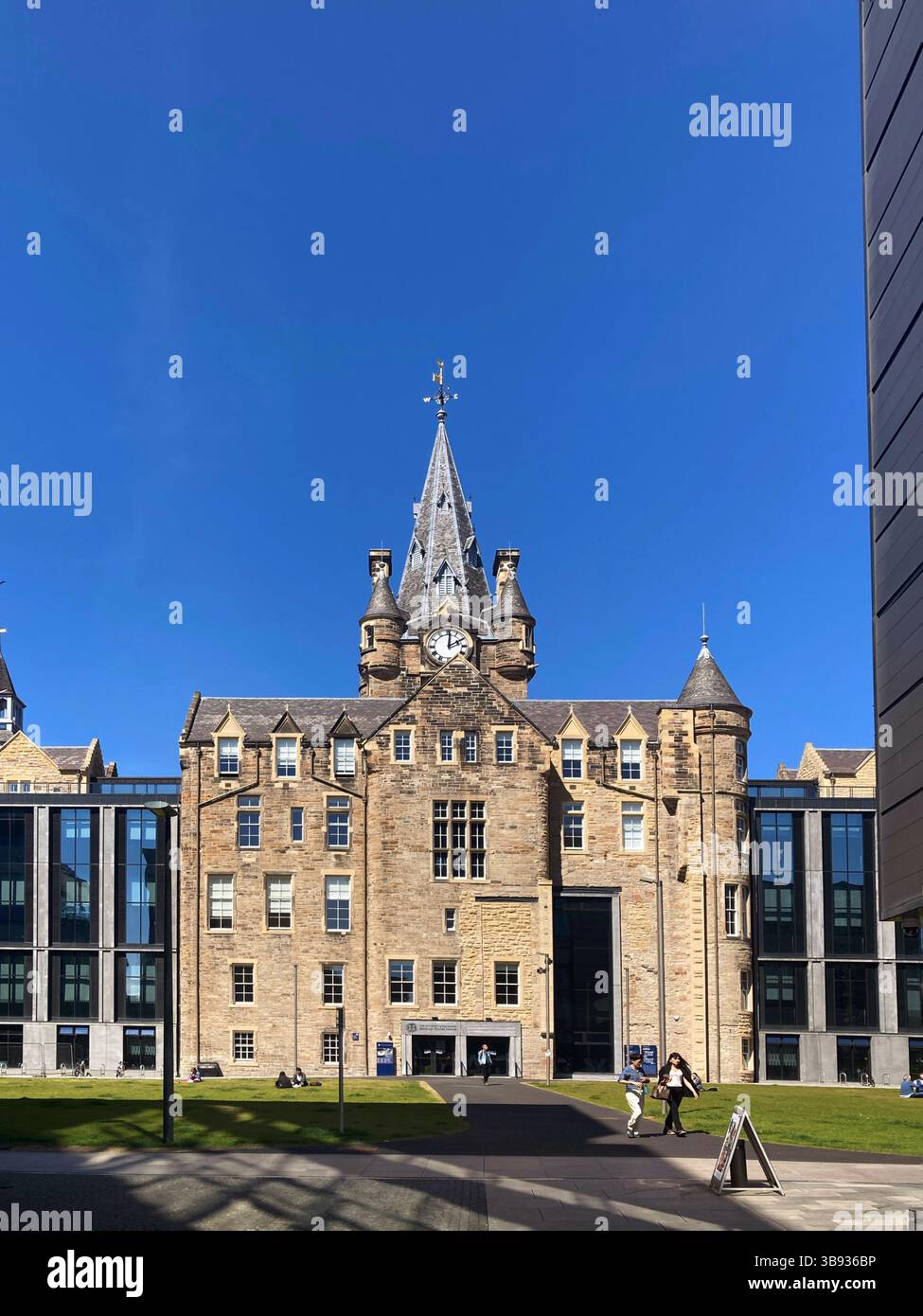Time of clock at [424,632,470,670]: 2:01
